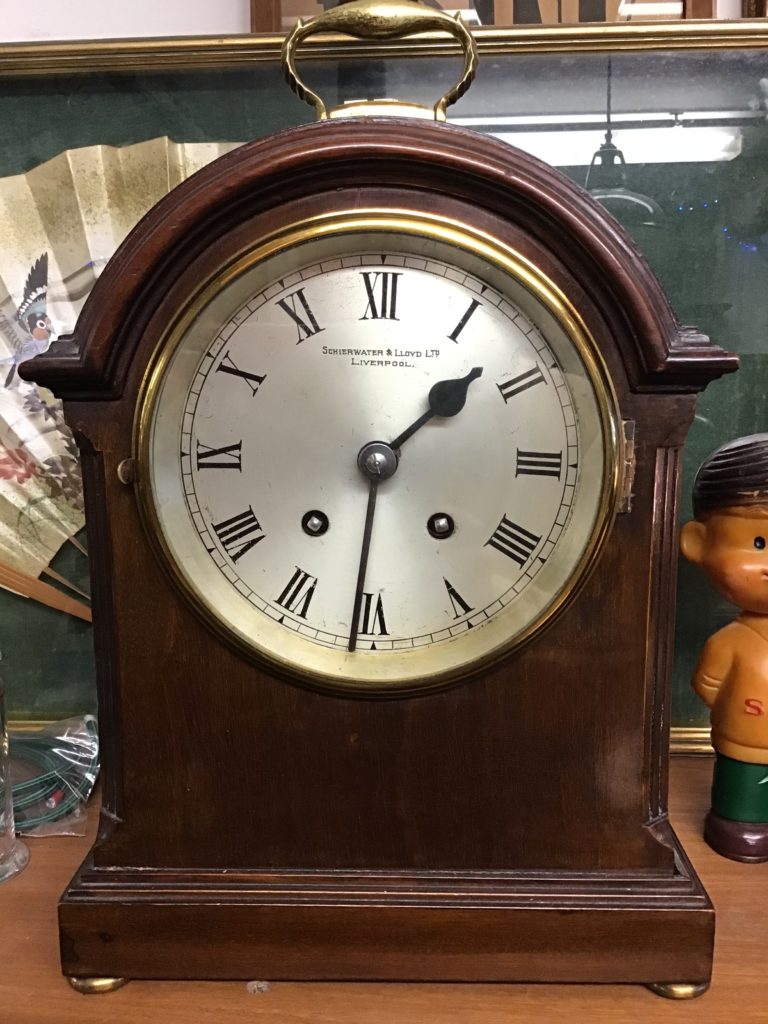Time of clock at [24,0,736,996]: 1:31
